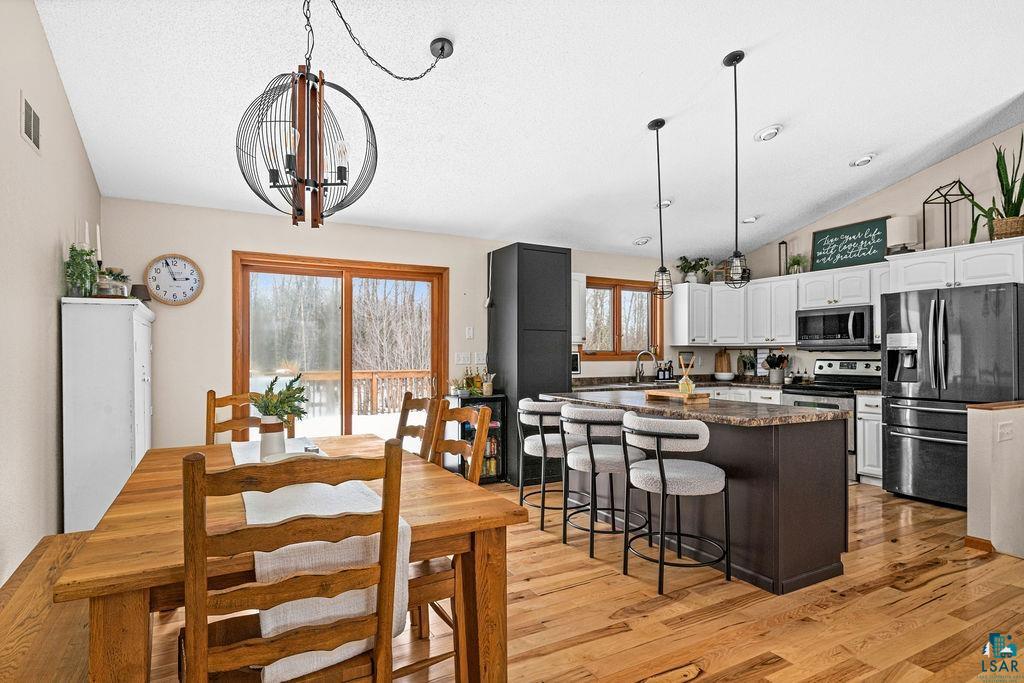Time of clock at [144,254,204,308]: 2:56
